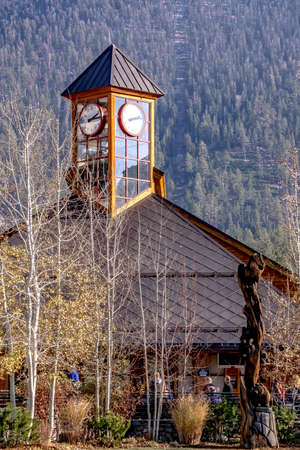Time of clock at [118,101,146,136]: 8:12
